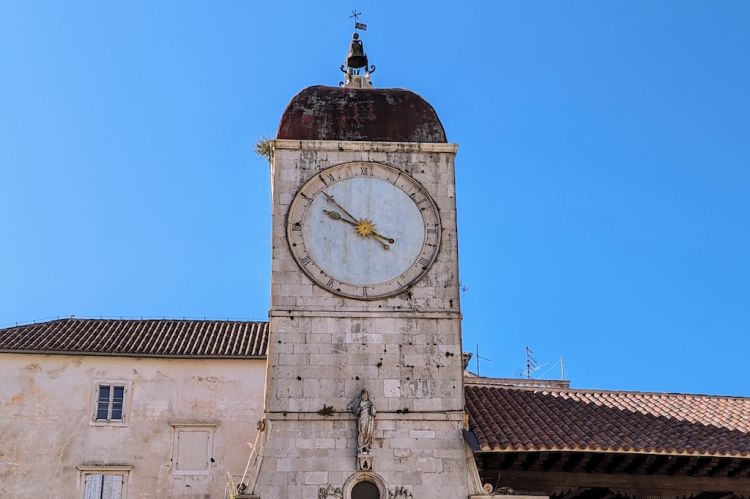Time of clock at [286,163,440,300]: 9:52
